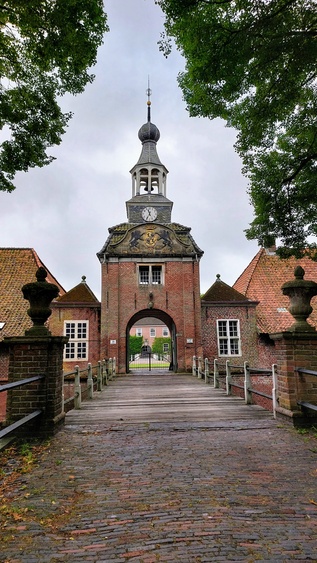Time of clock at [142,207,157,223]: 11:35
